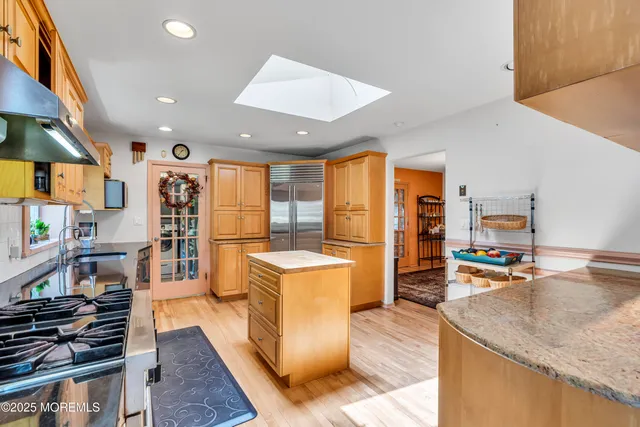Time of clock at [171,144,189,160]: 1:36
